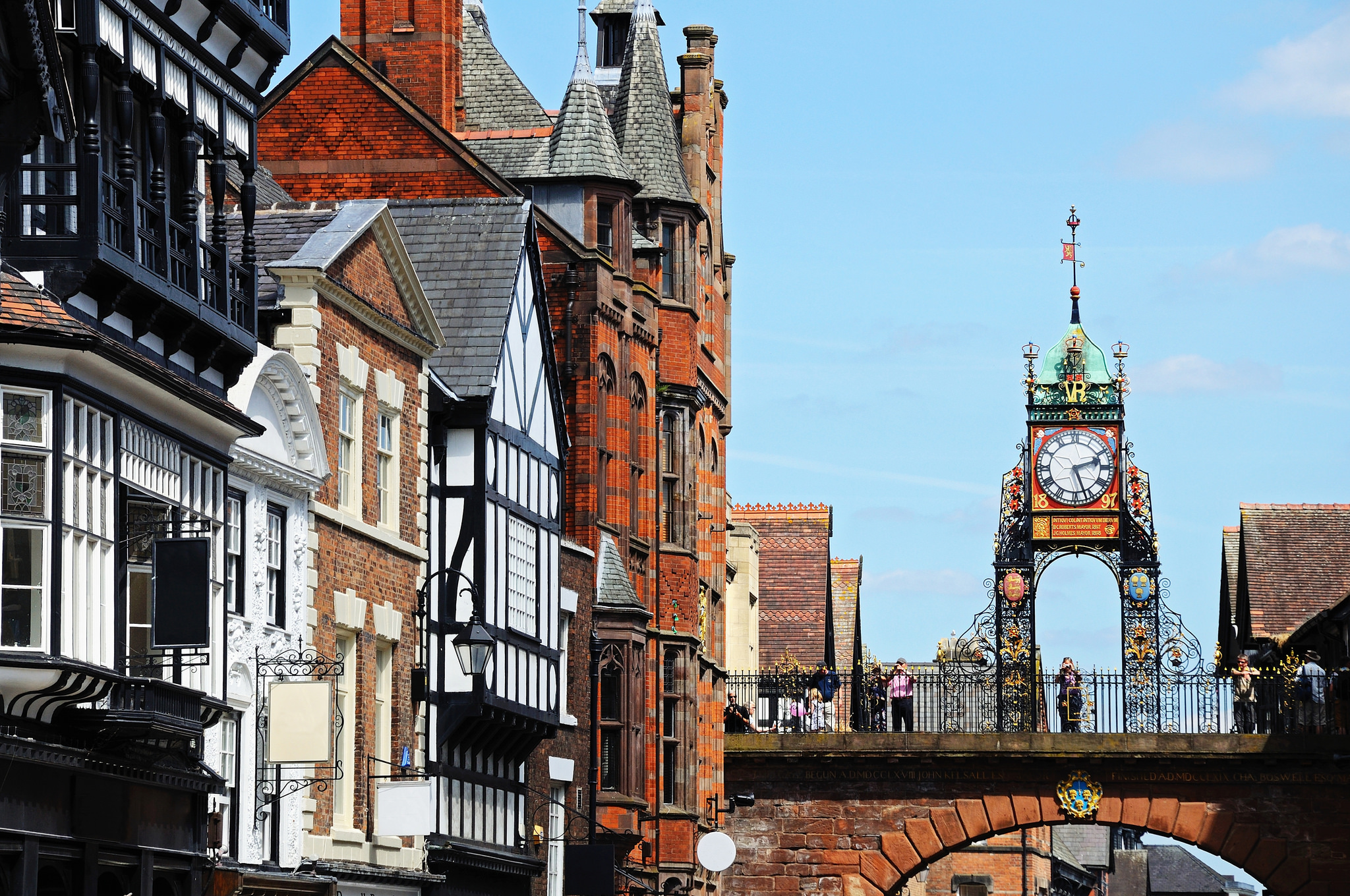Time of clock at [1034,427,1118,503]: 2:26
